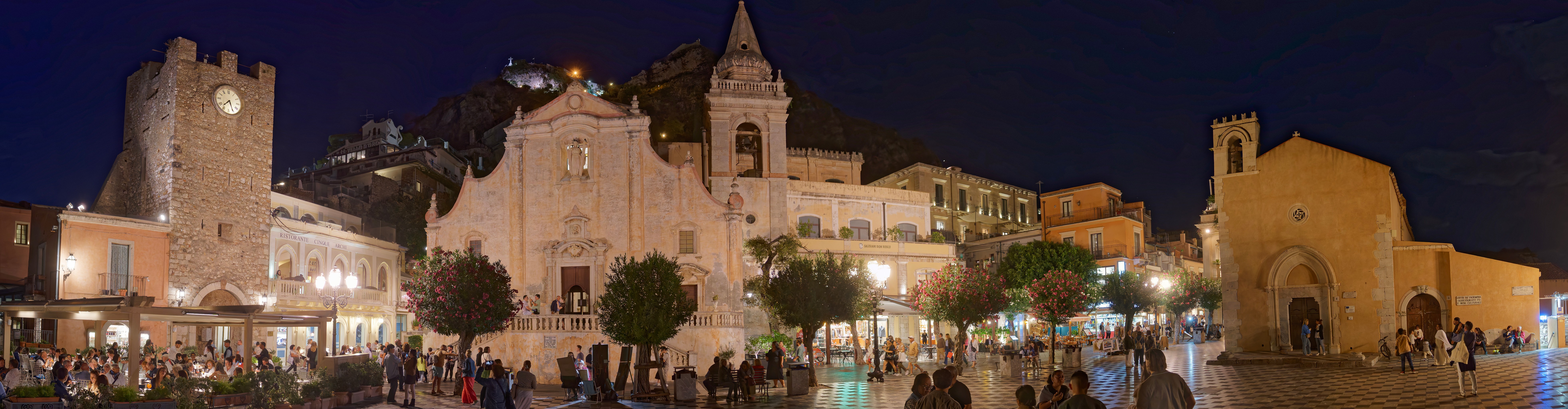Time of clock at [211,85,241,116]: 7:25
